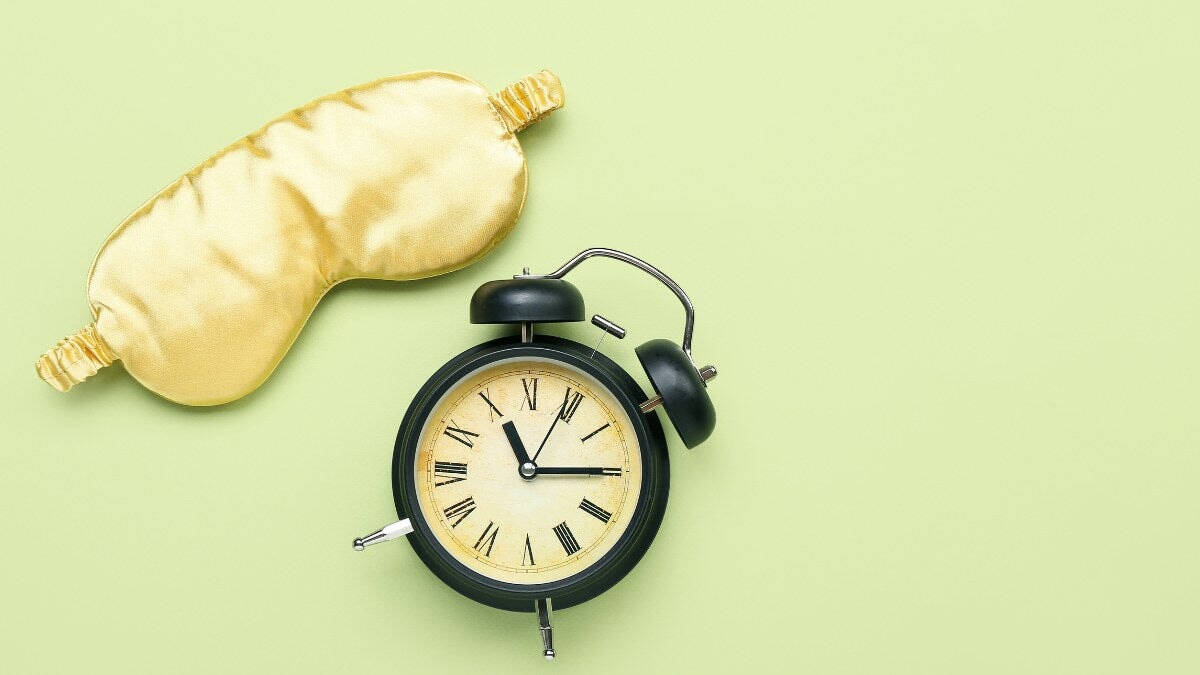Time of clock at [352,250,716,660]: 11:14
